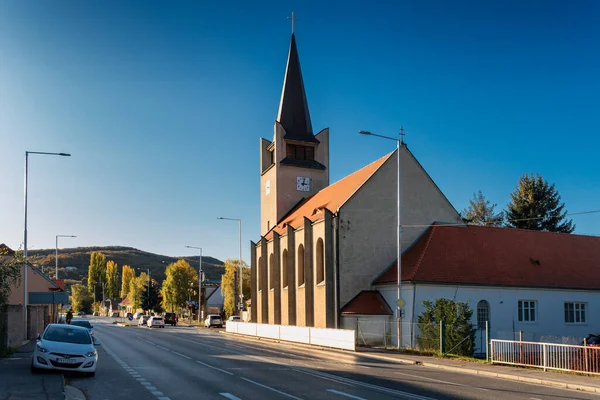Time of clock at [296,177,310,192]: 3:02
